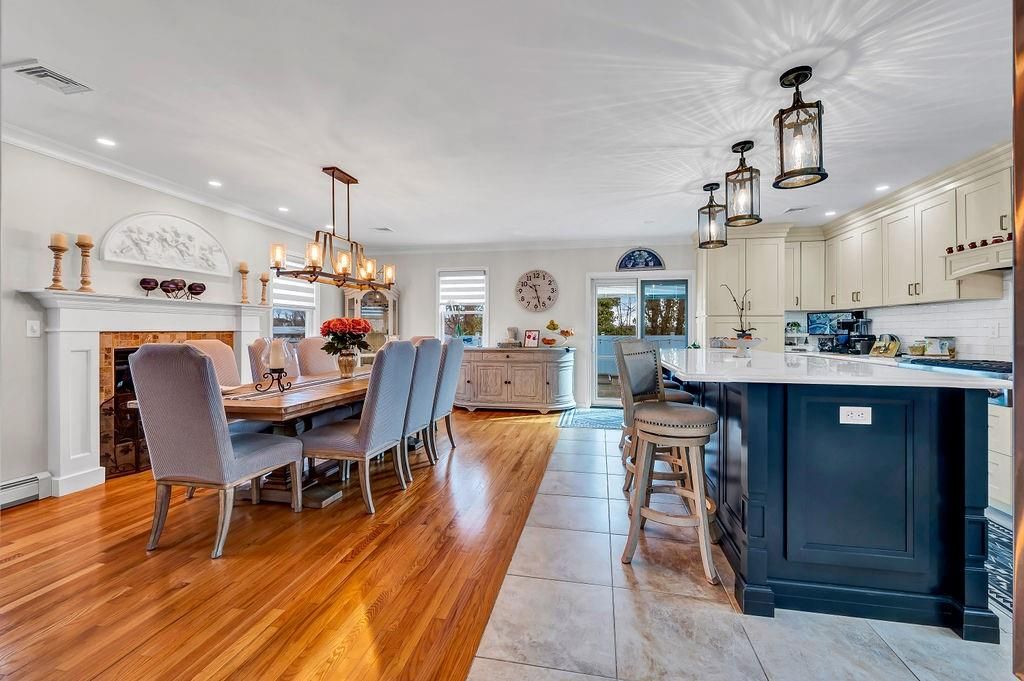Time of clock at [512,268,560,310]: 10:27
